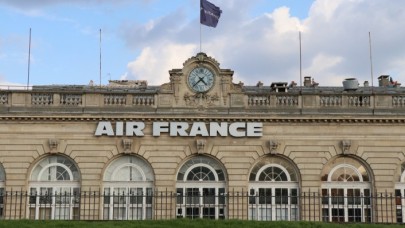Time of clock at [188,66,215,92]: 4:37
